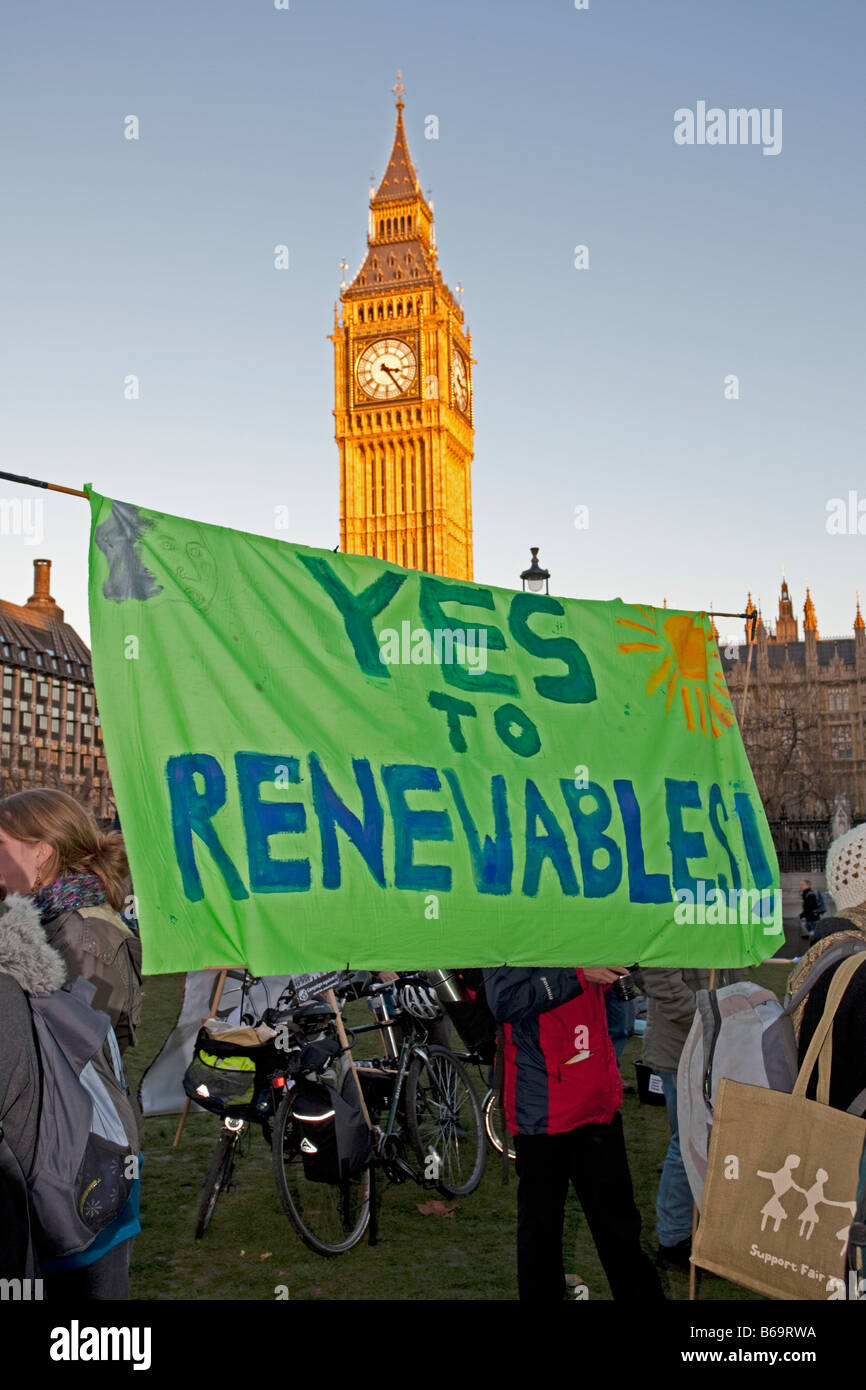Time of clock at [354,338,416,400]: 3:24
